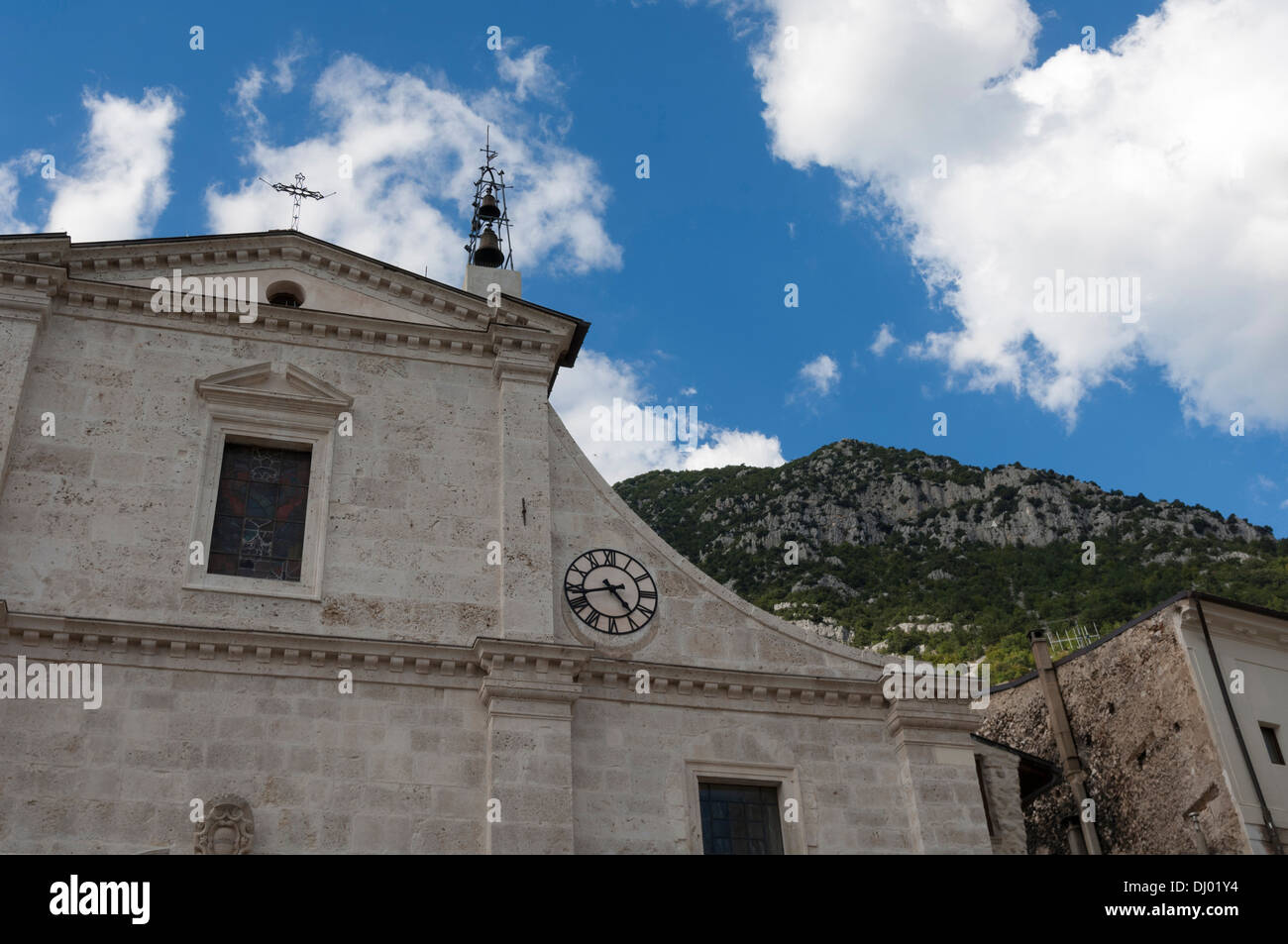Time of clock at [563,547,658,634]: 4:42
